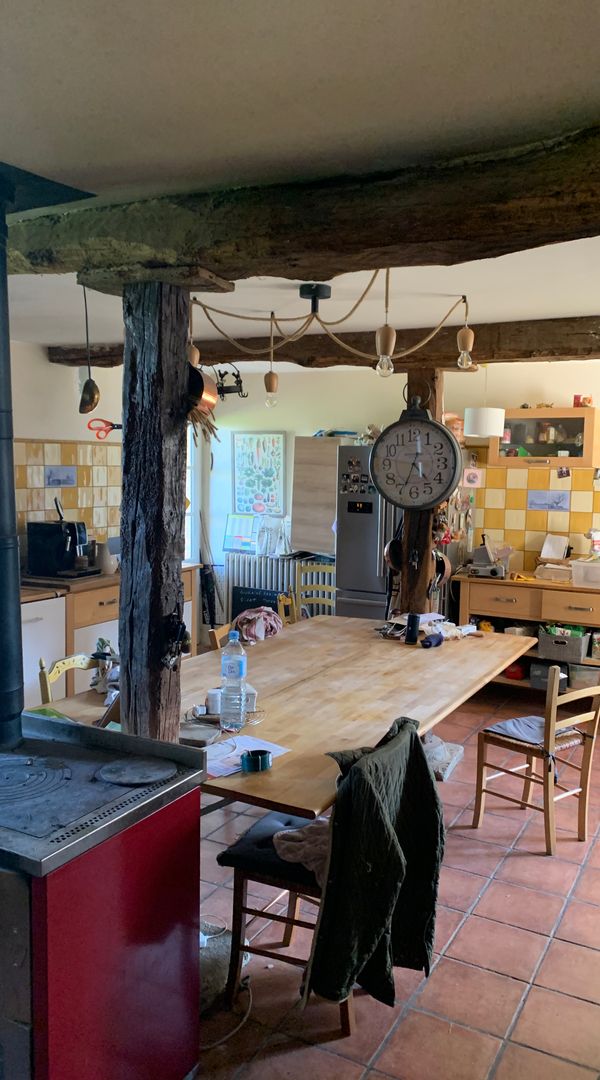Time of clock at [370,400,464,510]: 4:33
